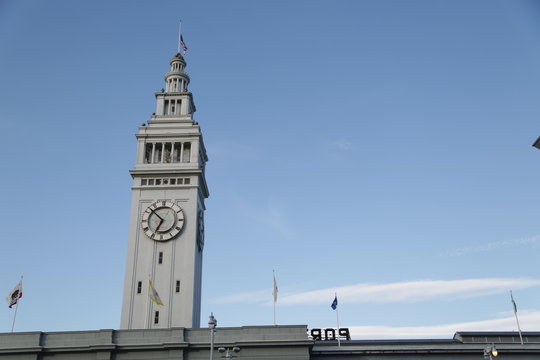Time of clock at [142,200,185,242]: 6:52
